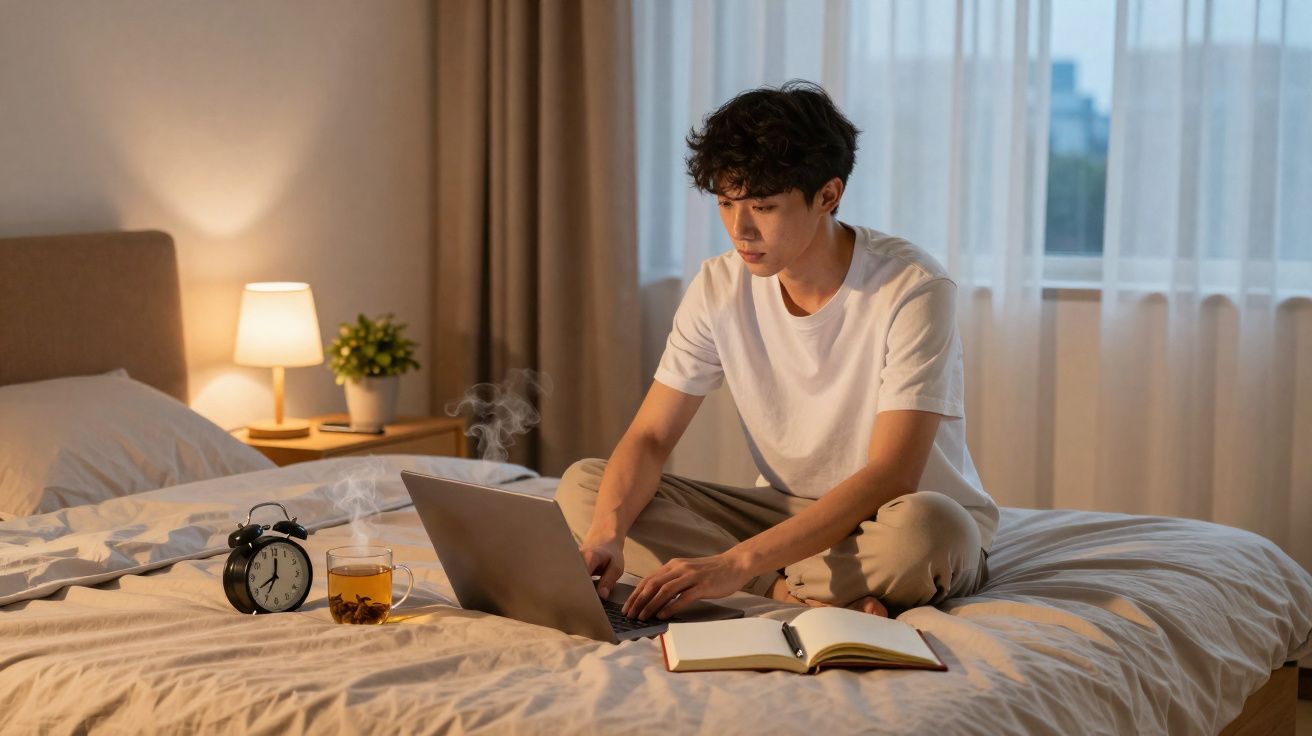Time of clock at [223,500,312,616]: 8:01
